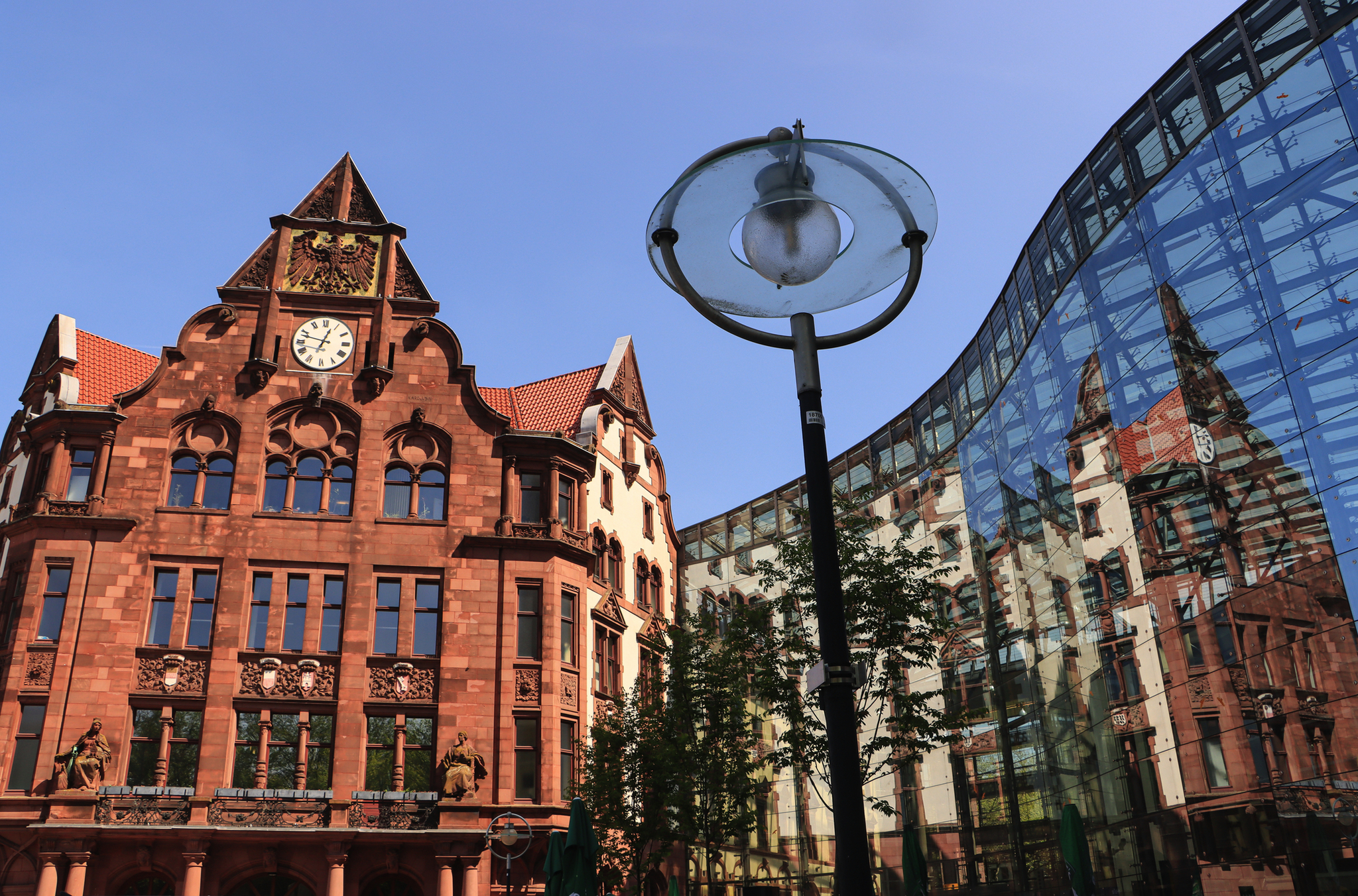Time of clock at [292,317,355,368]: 12:47
